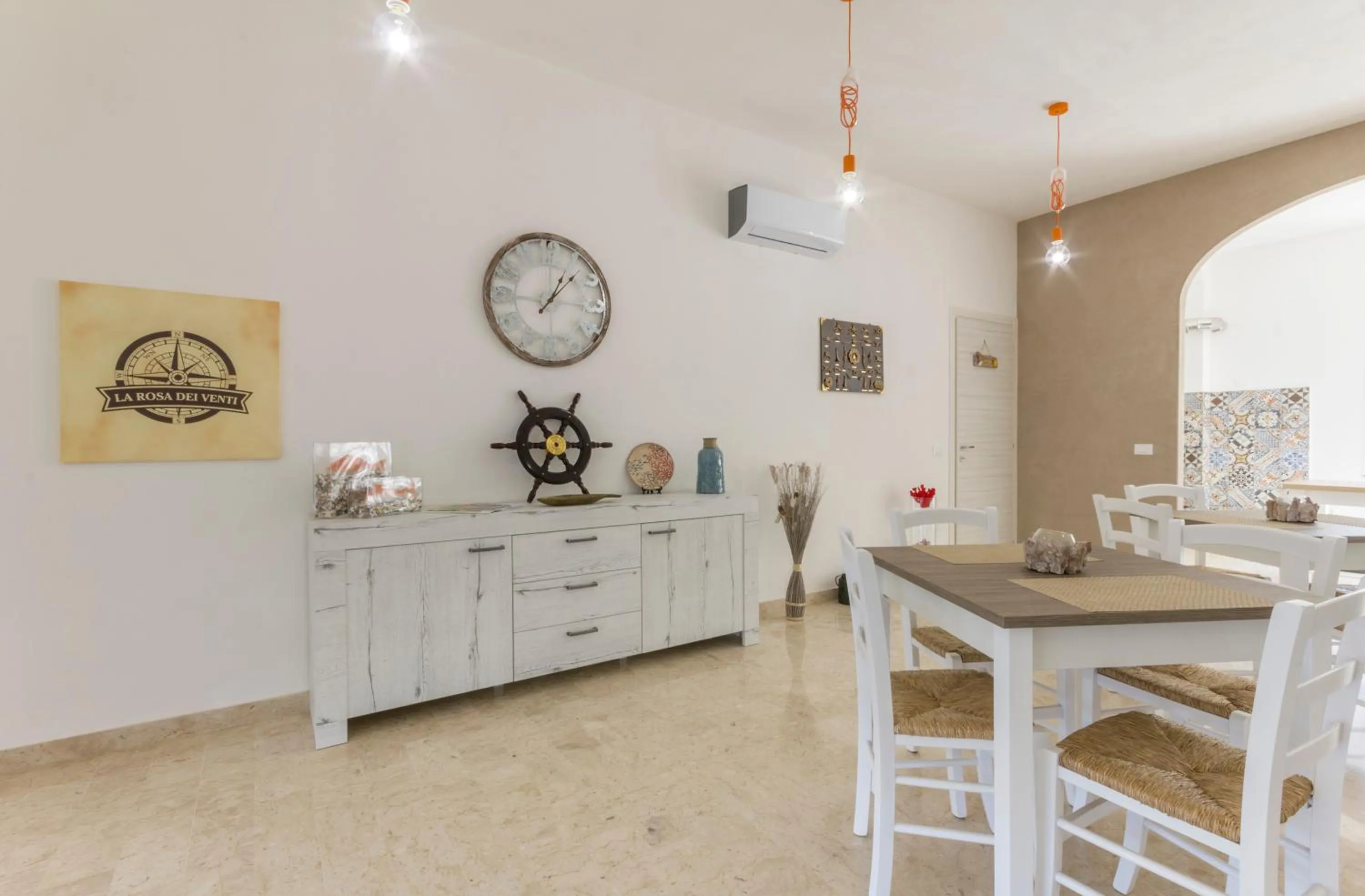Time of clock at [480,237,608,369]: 1:07
